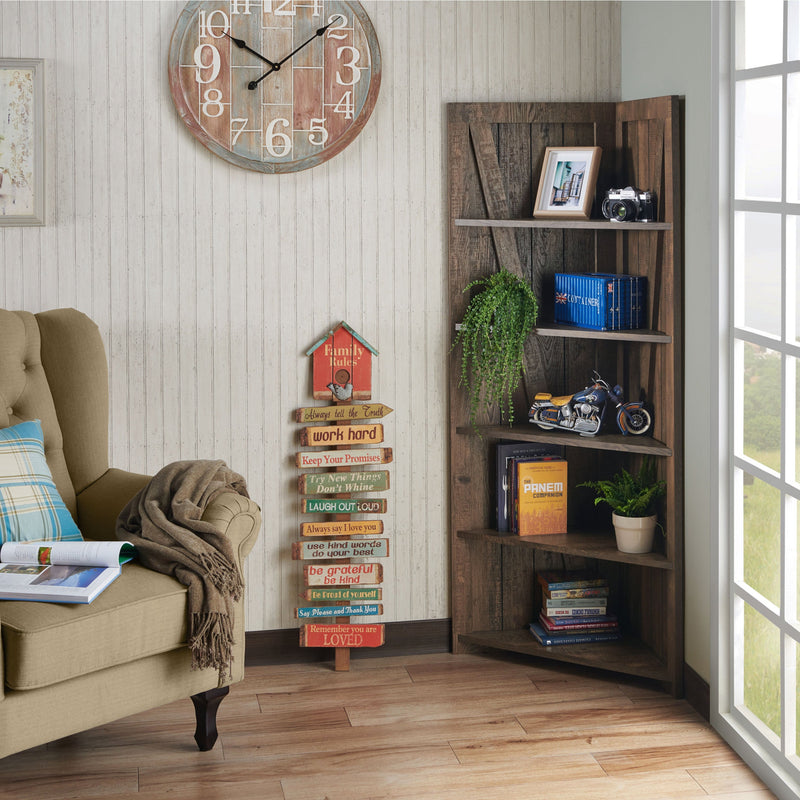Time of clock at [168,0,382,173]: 10:08
